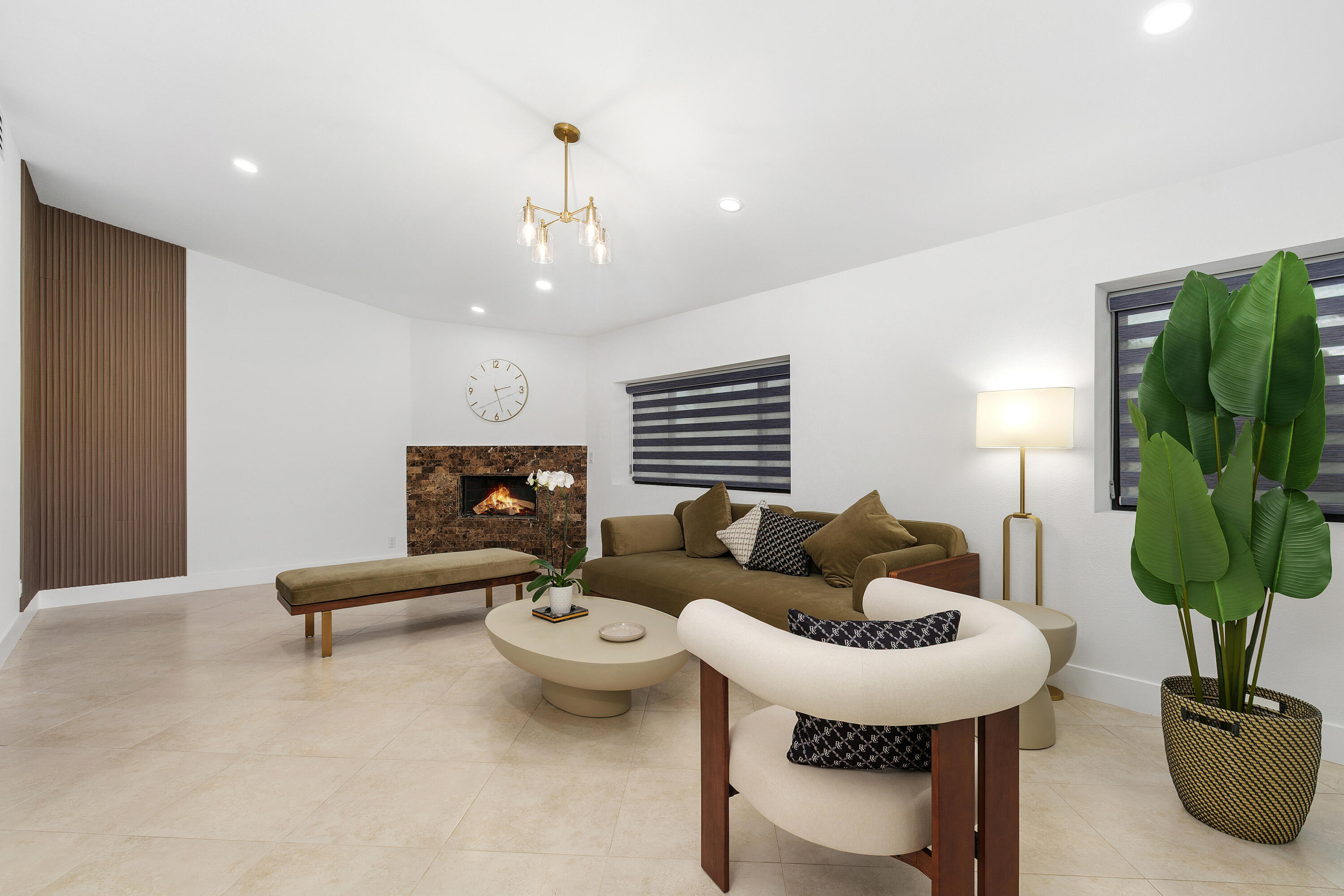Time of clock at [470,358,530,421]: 2:27
